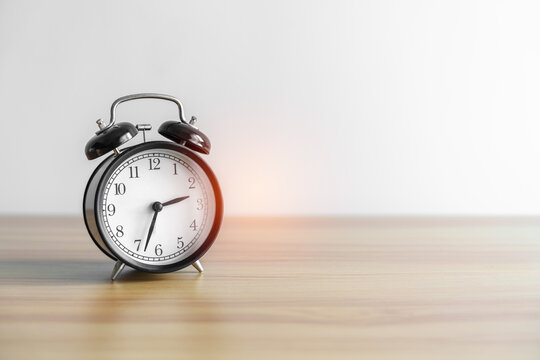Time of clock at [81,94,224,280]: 2:33
